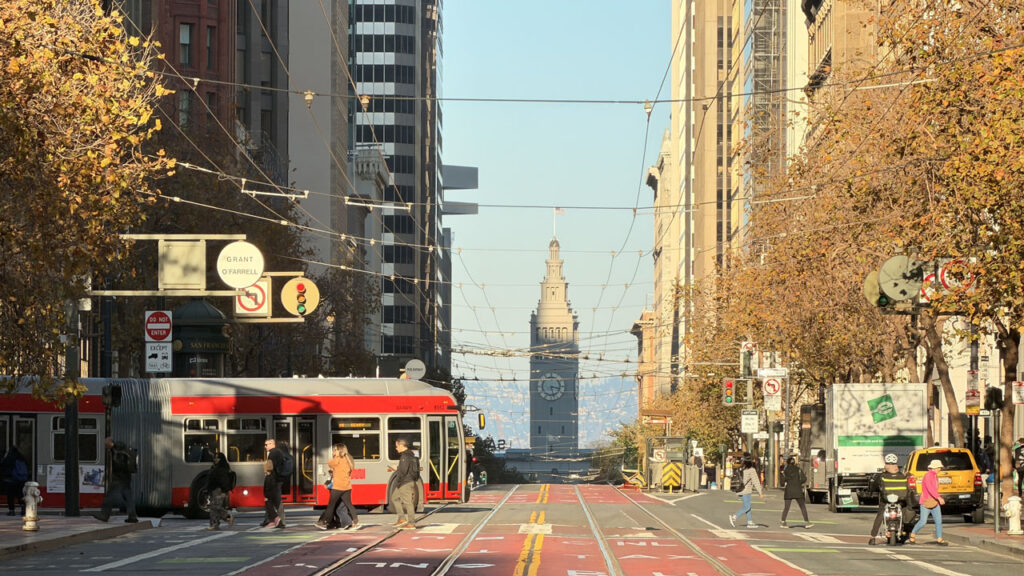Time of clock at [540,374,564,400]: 3:27
